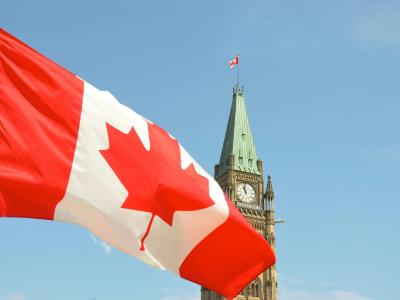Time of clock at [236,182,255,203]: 10:58
